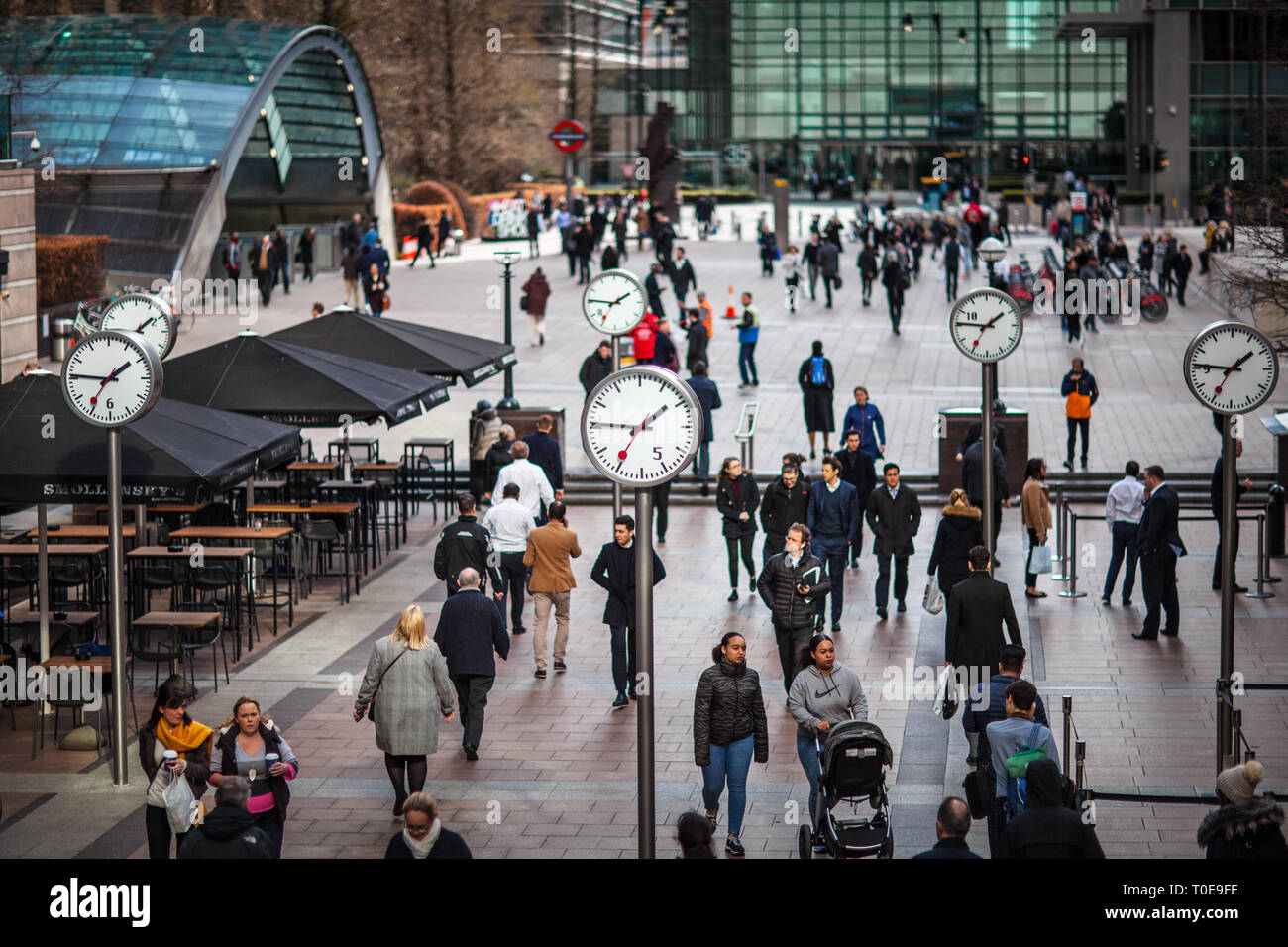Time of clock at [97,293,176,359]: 1:46
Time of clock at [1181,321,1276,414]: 1:46
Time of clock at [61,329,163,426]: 1:46
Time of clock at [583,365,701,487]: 1:45
